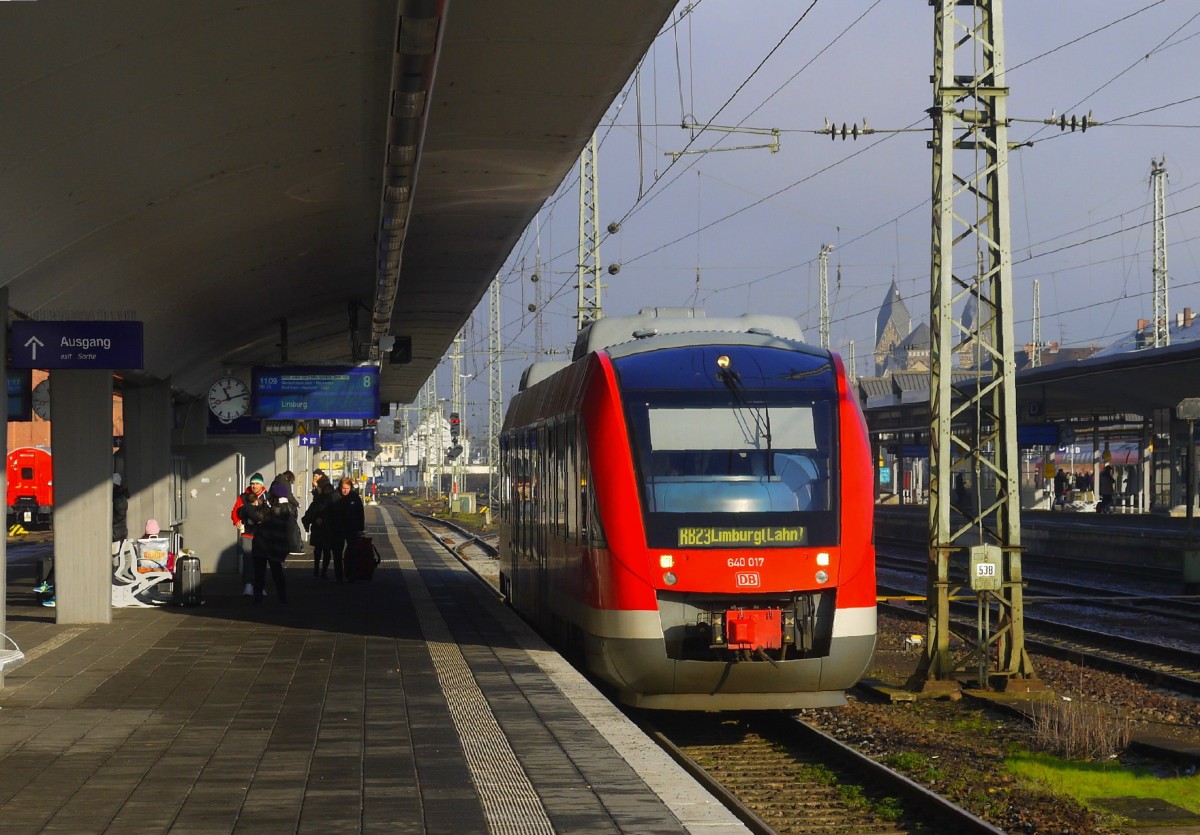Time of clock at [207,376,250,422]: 11:12
